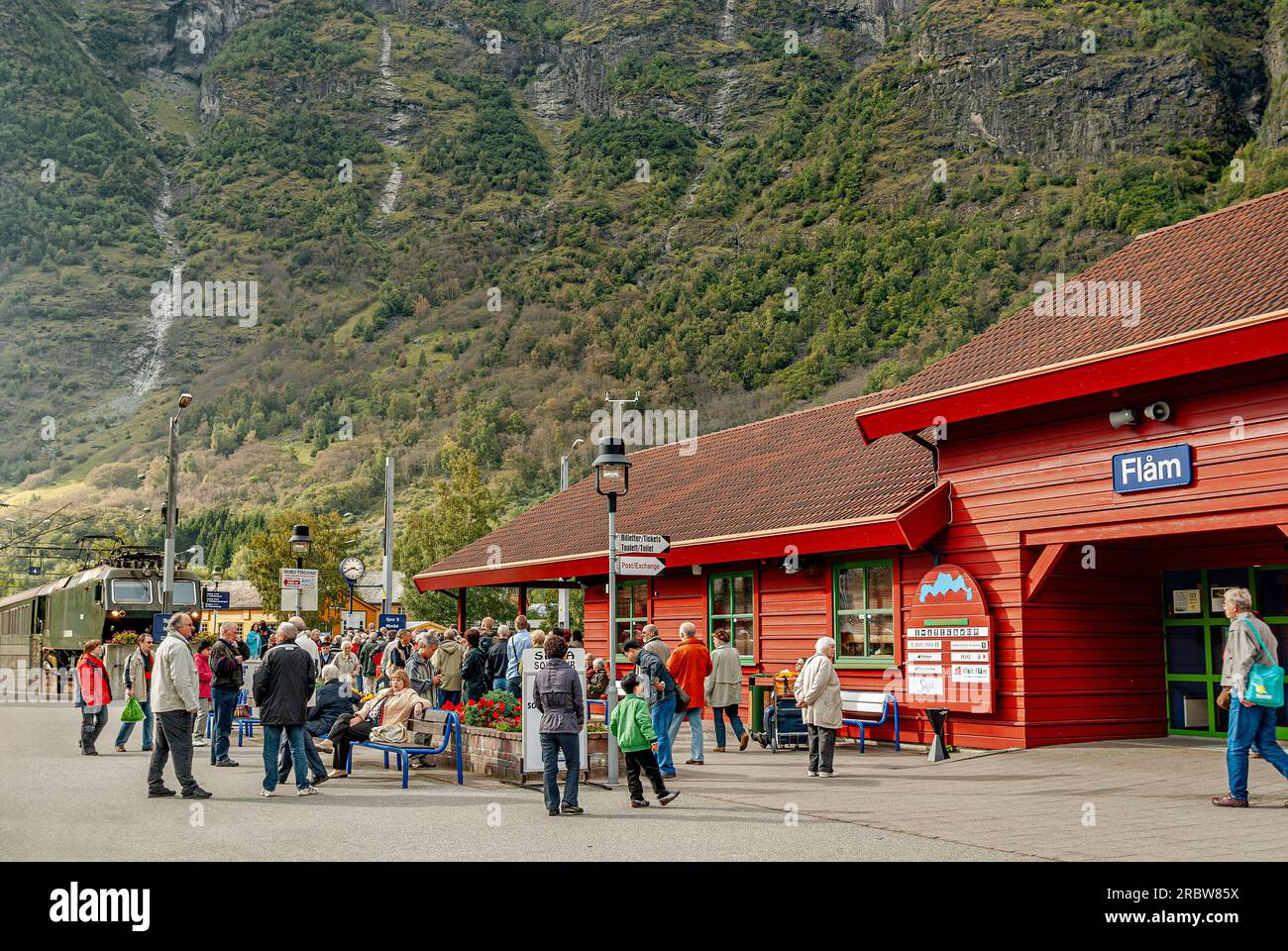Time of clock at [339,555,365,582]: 3:40
